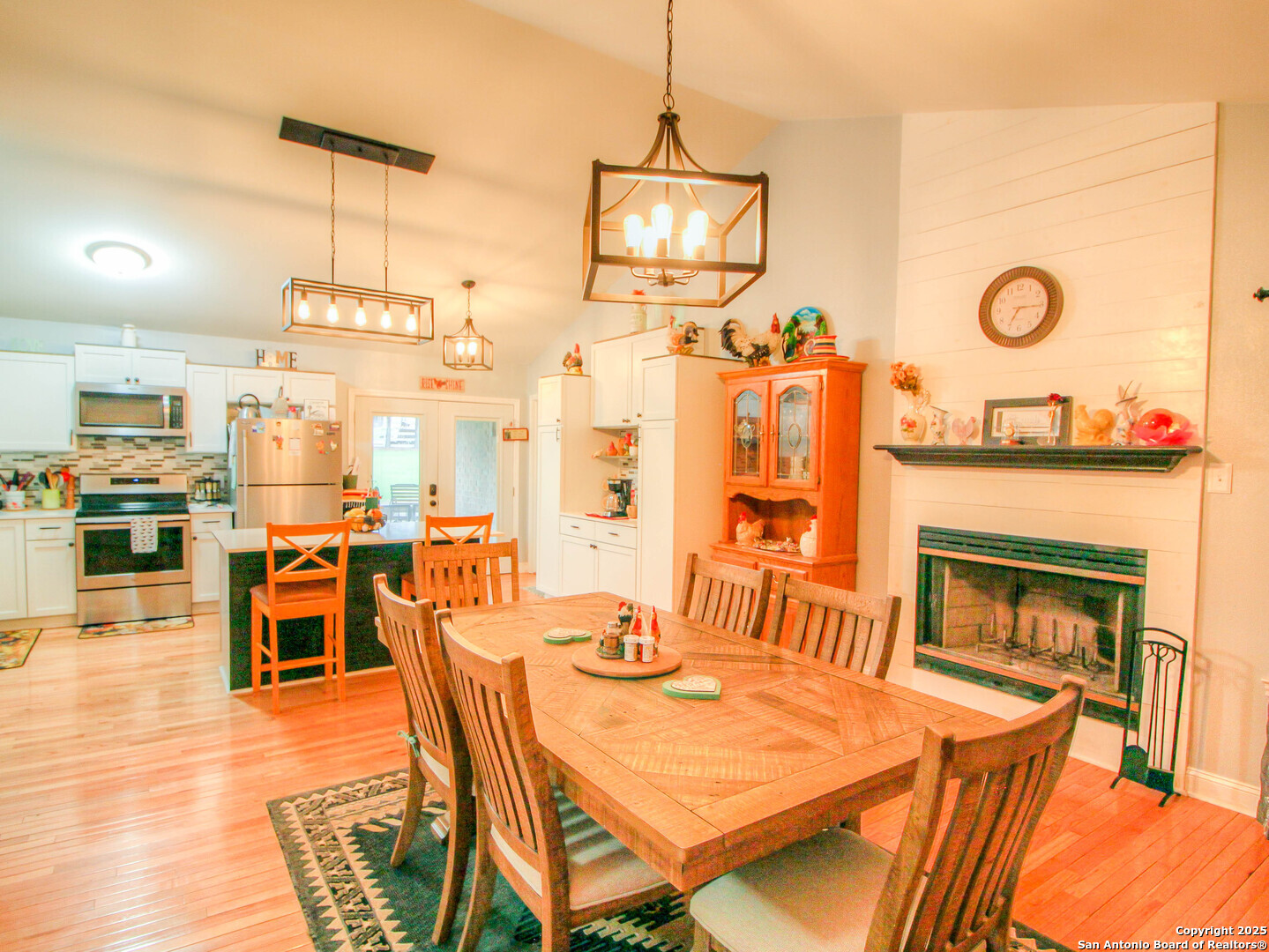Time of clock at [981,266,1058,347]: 7:15
